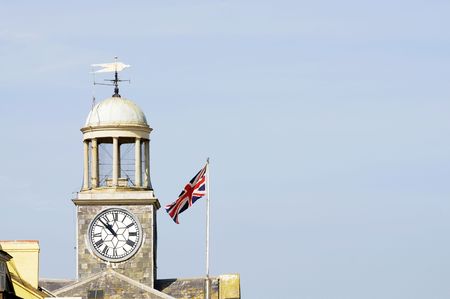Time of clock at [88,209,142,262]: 10:52
